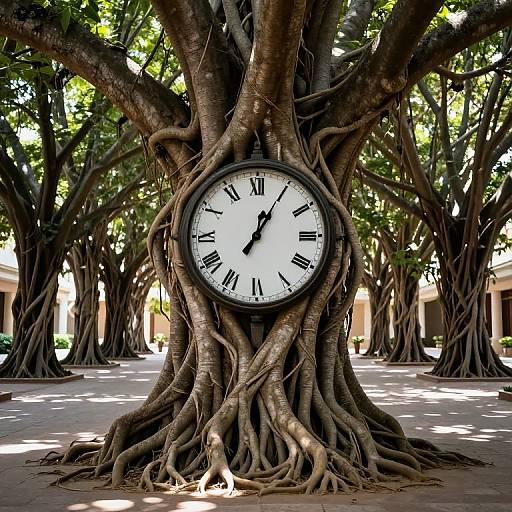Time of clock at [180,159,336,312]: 12:04
